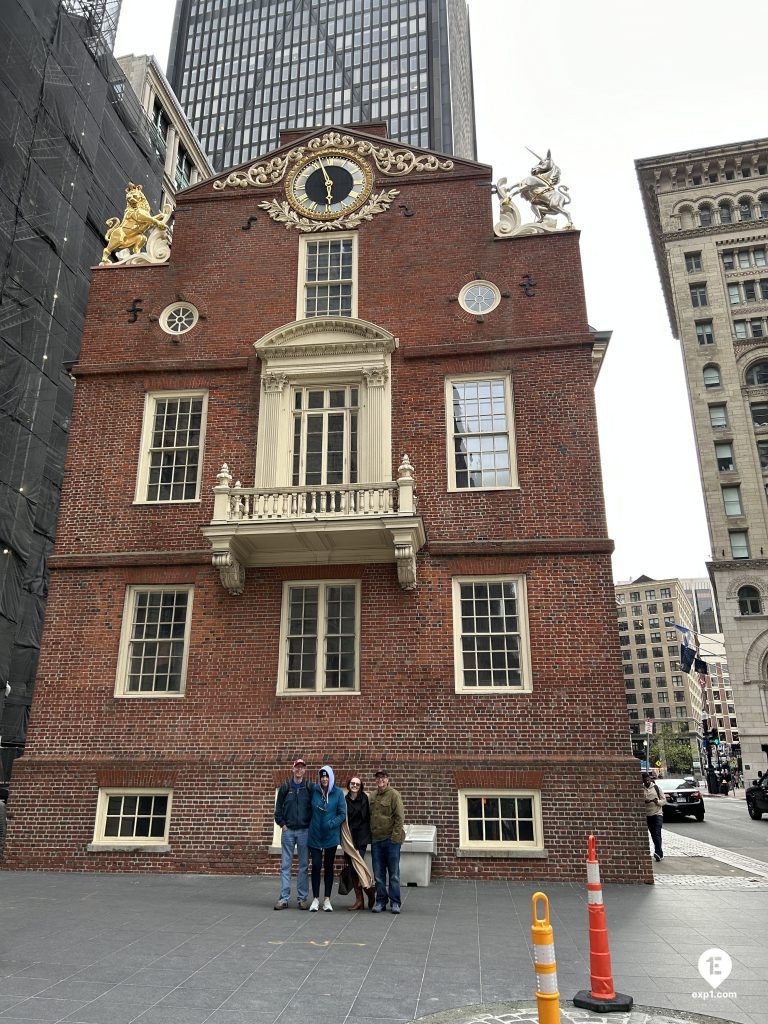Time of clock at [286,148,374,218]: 5:57
